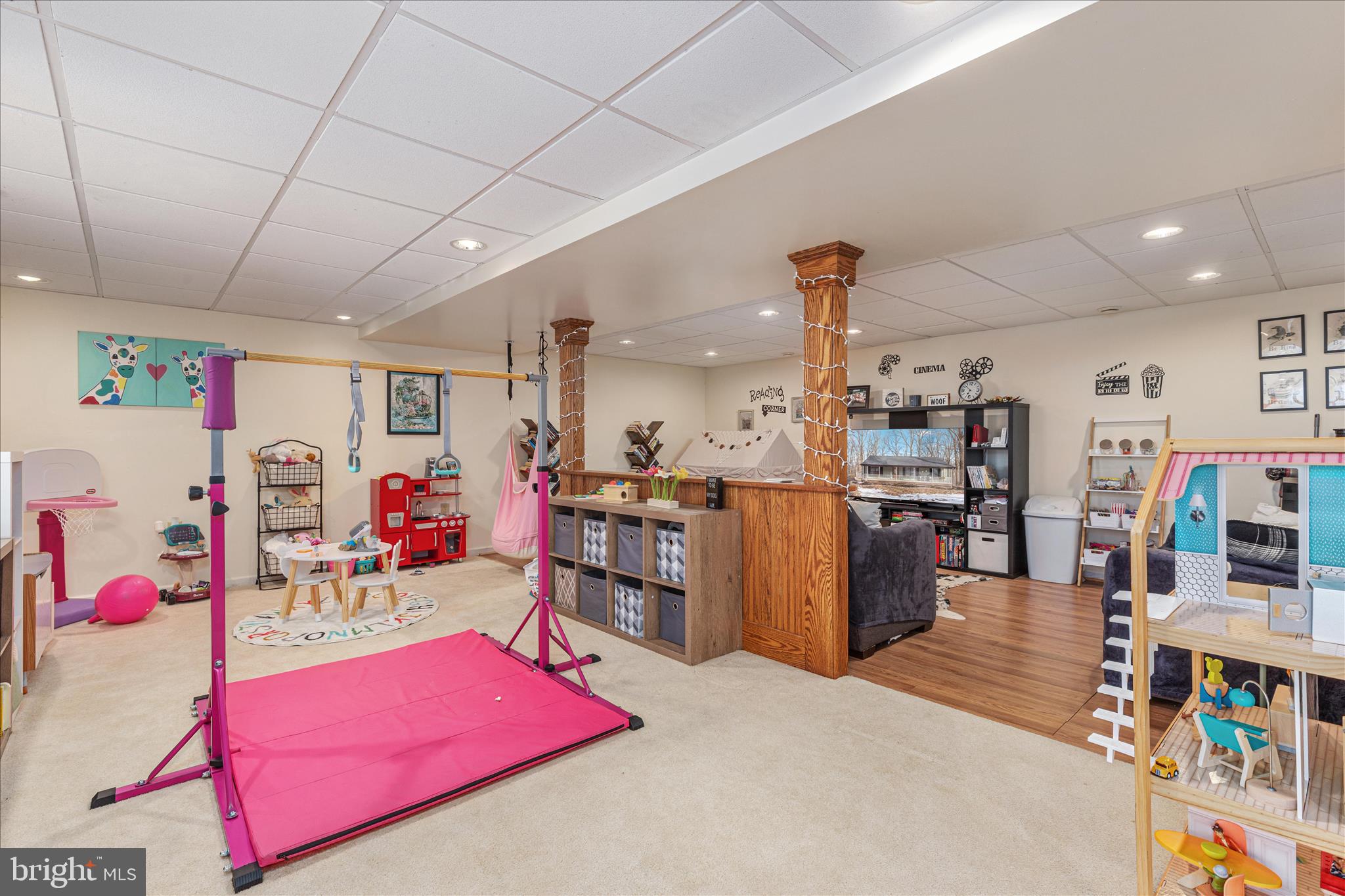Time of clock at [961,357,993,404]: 6:52
